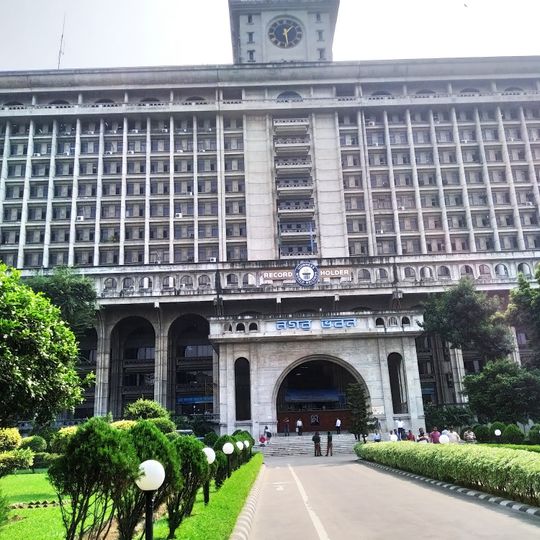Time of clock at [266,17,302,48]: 1:28
